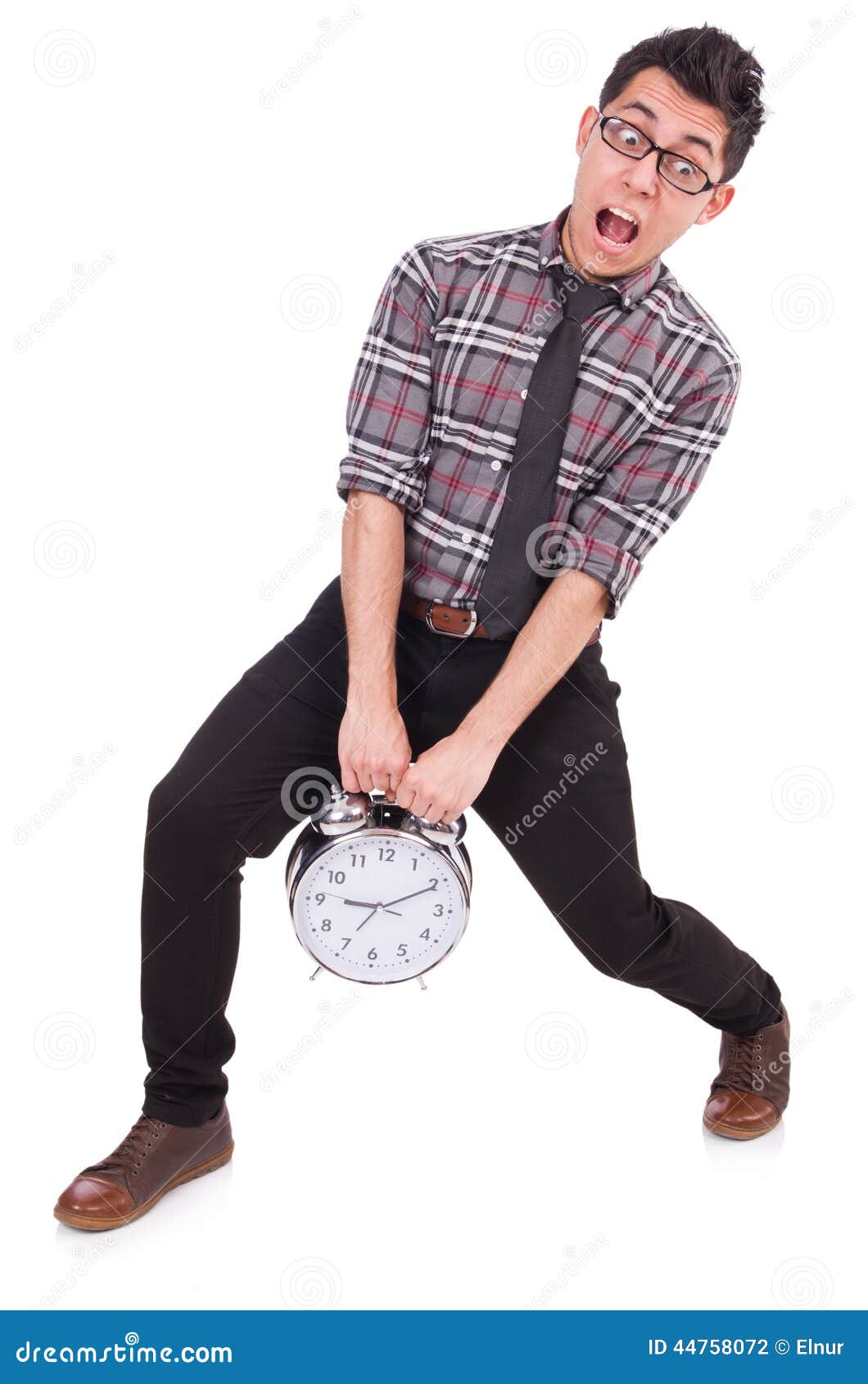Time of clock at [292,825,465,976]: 9:10
